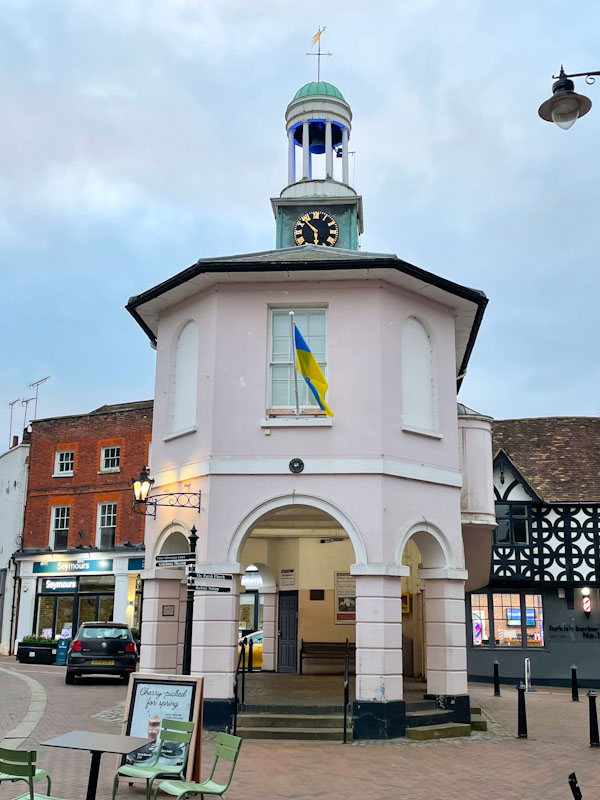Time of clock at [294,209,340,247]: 5:51
